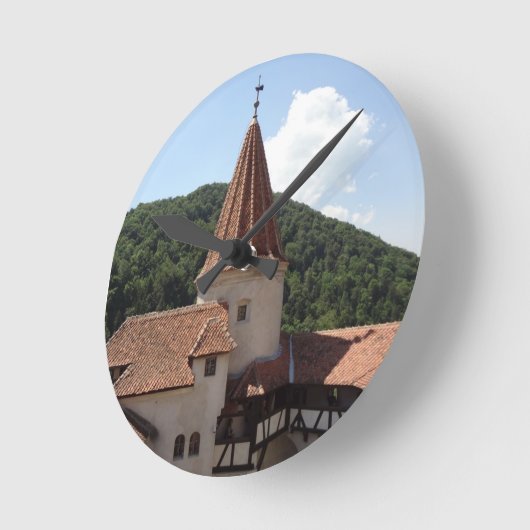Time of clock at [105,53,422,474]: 12:07
